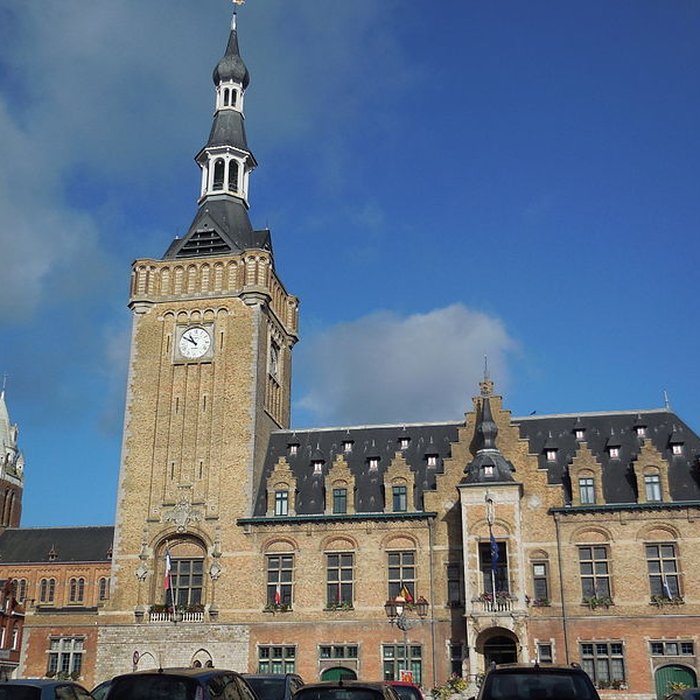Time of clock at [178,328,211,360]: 10:50
